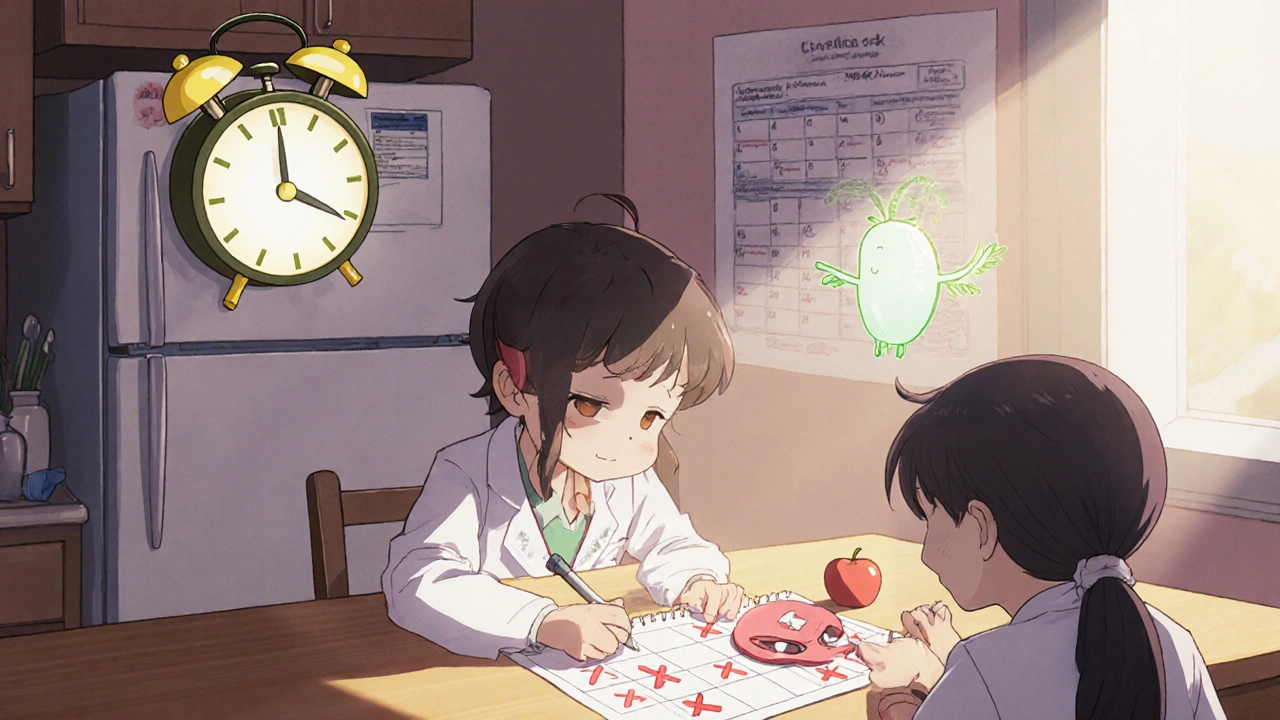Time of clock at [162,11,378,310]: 4:00
